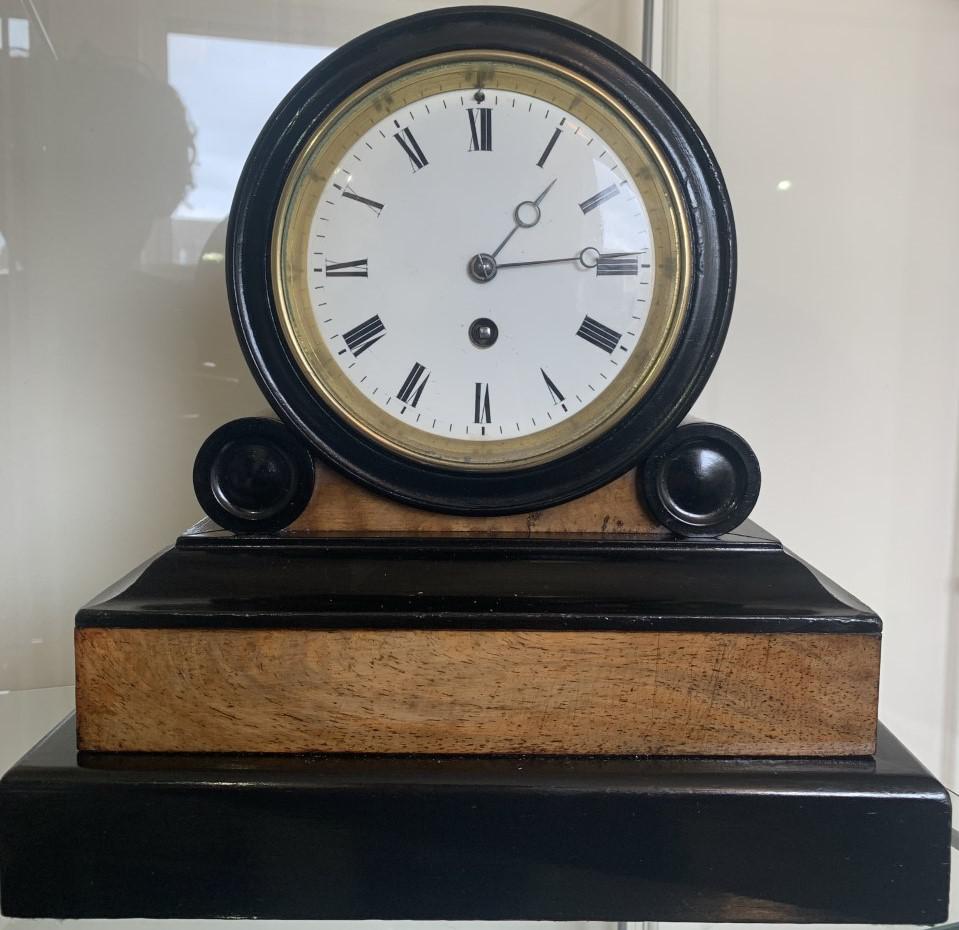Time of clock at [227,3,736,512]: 1:14
